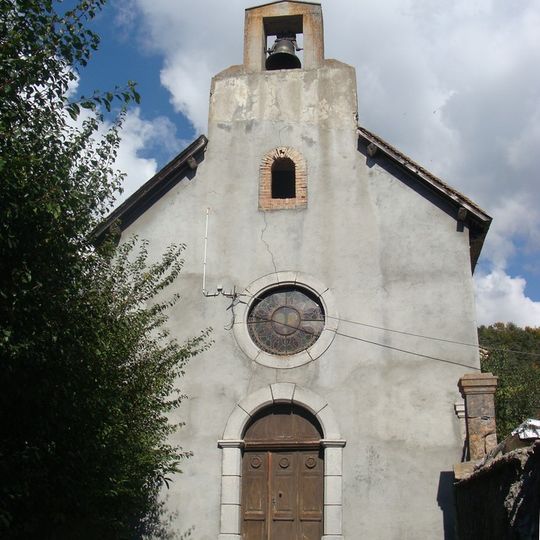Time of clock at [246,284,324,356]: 3:46
